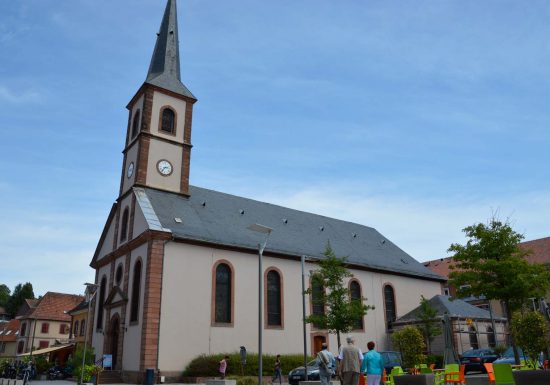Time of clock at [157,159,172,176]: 2:36
